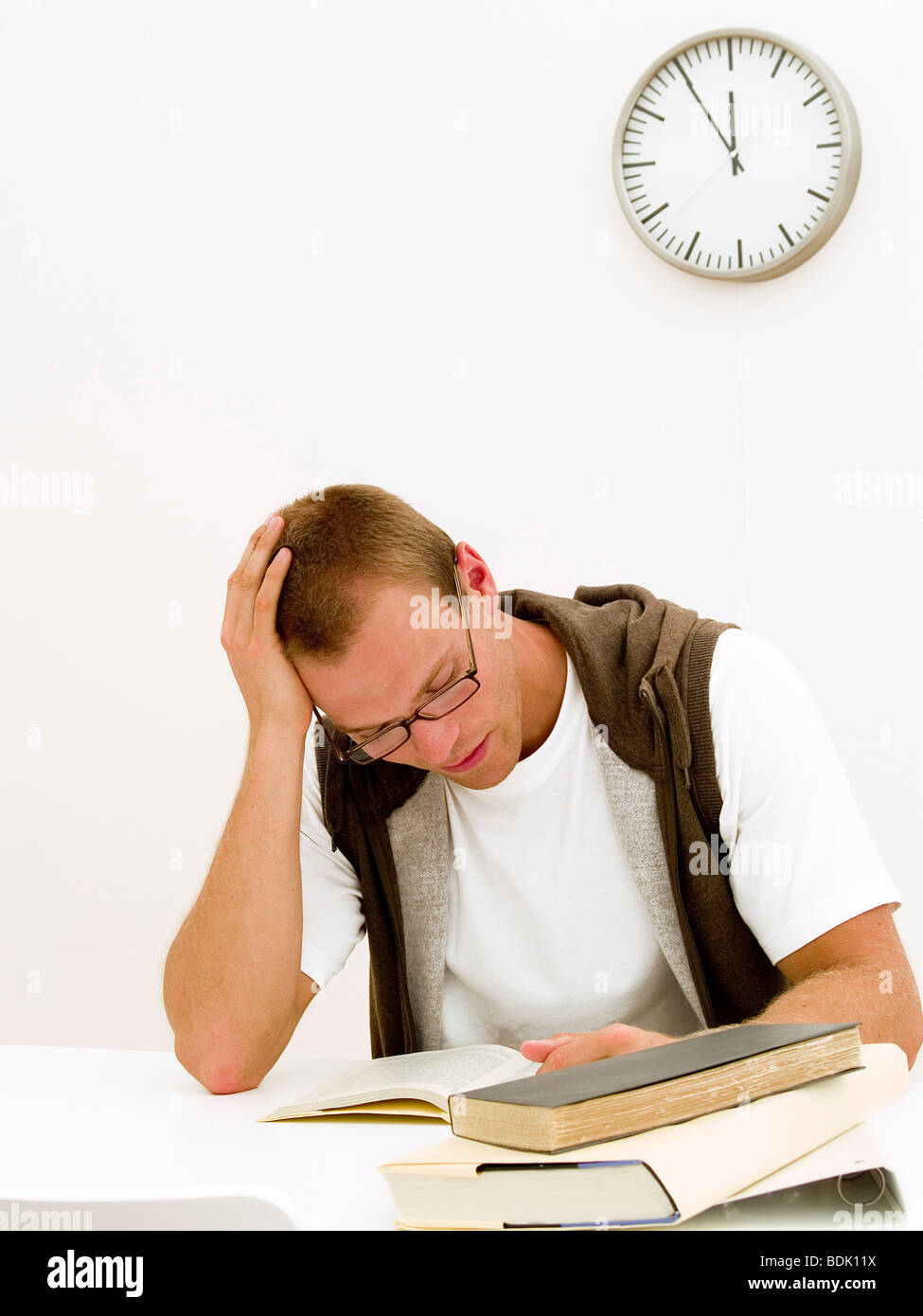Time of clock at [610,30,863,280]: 11:54
